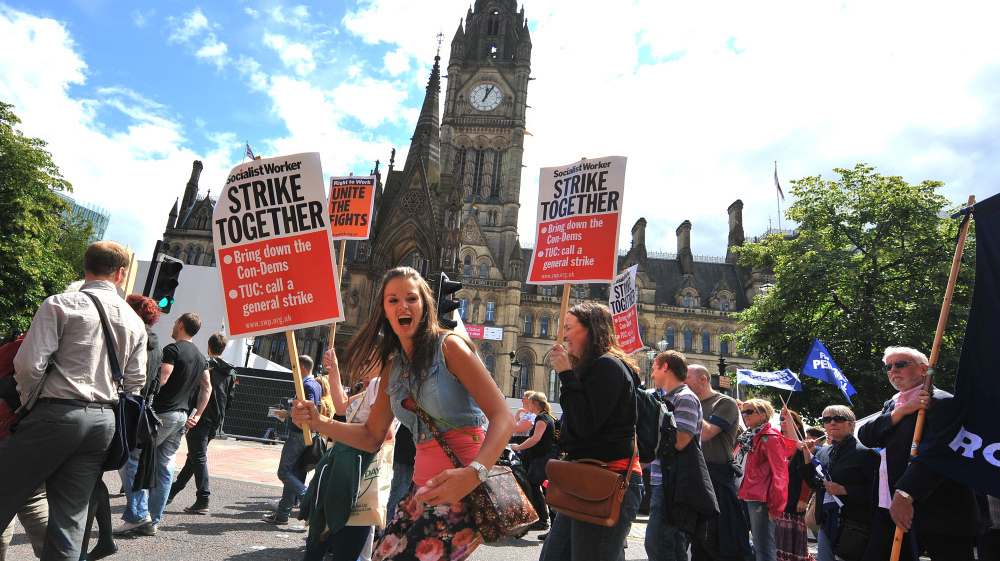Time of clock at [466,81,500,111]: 12:04
